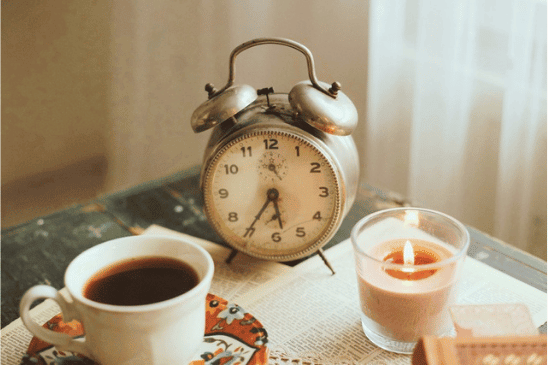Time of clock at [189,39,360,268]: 5:35
